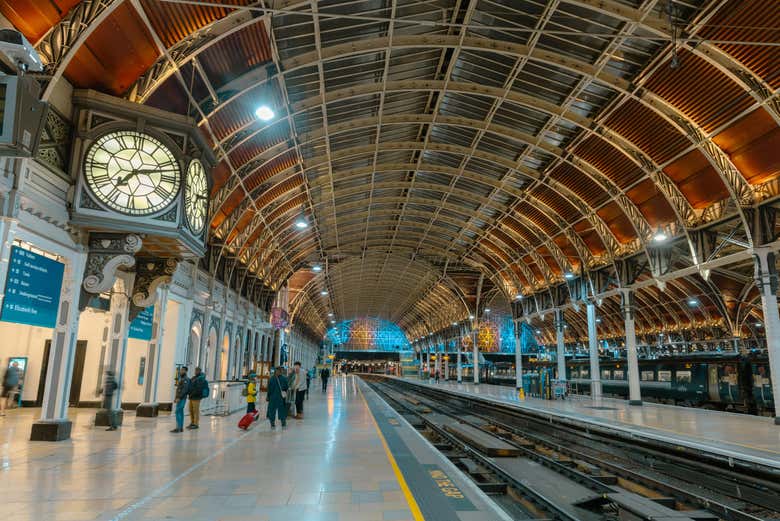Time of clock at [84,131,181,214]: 7:12
